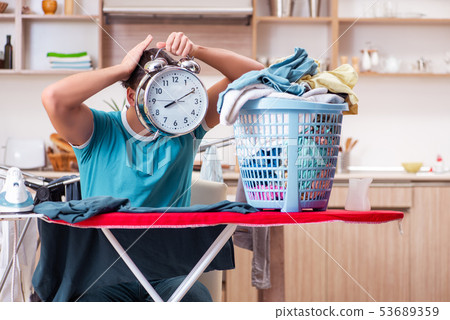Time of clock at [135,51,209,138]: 8:10
